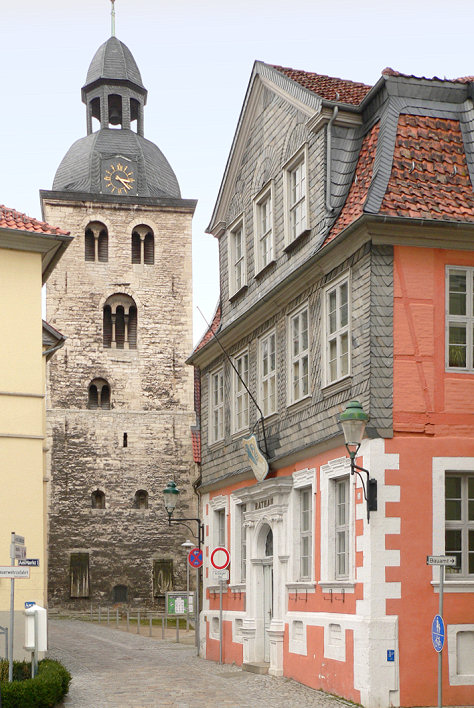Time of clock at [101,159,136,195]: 3:22
